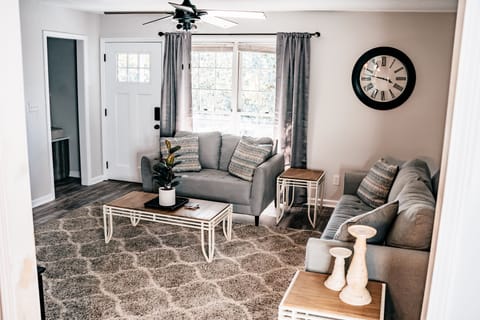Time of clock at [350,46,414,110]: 3:46
